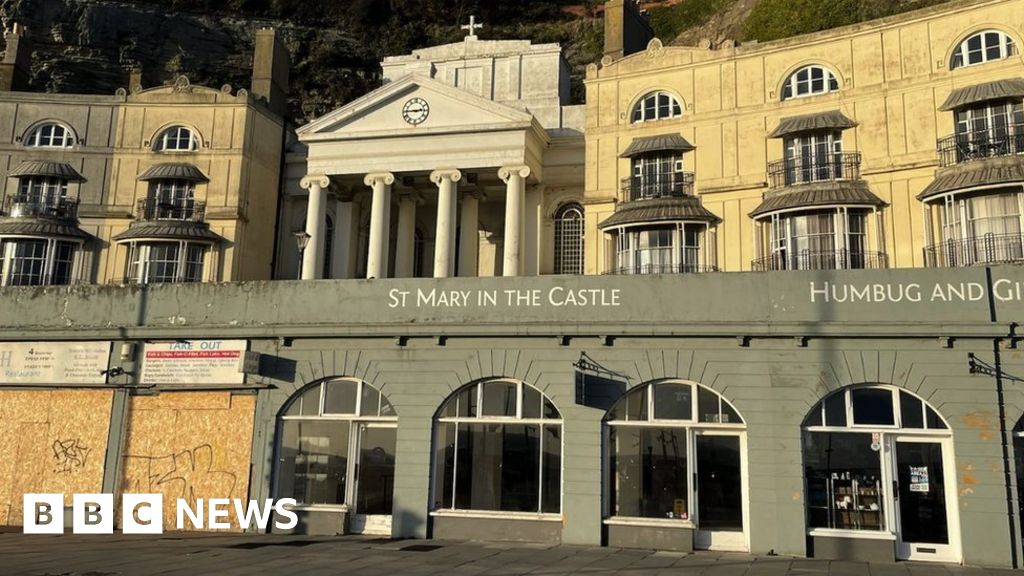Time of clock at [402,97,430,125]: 2:45
